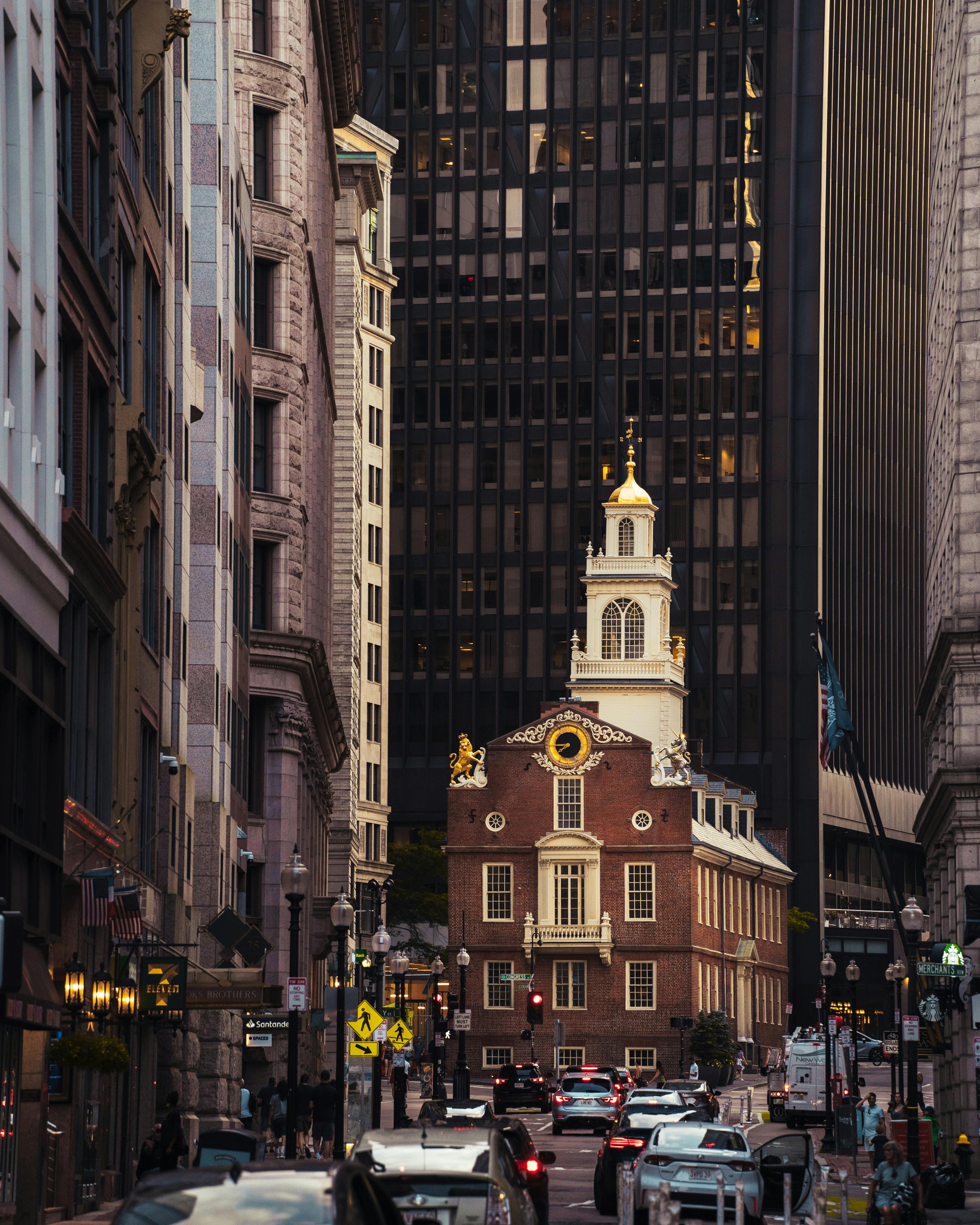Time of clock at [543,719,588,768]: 7:44
